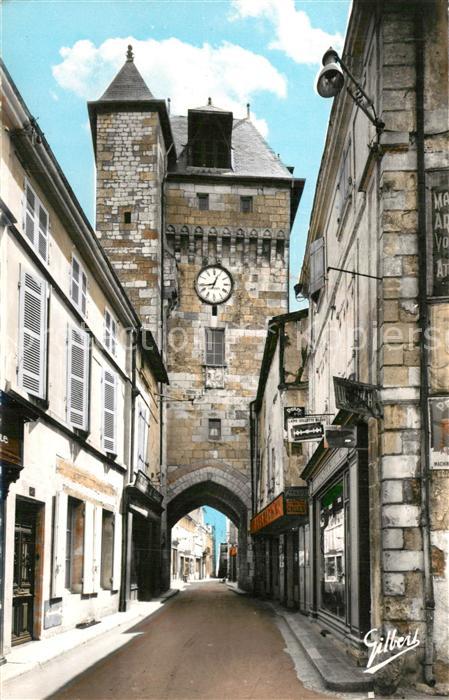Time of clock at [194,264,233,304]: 12:43
